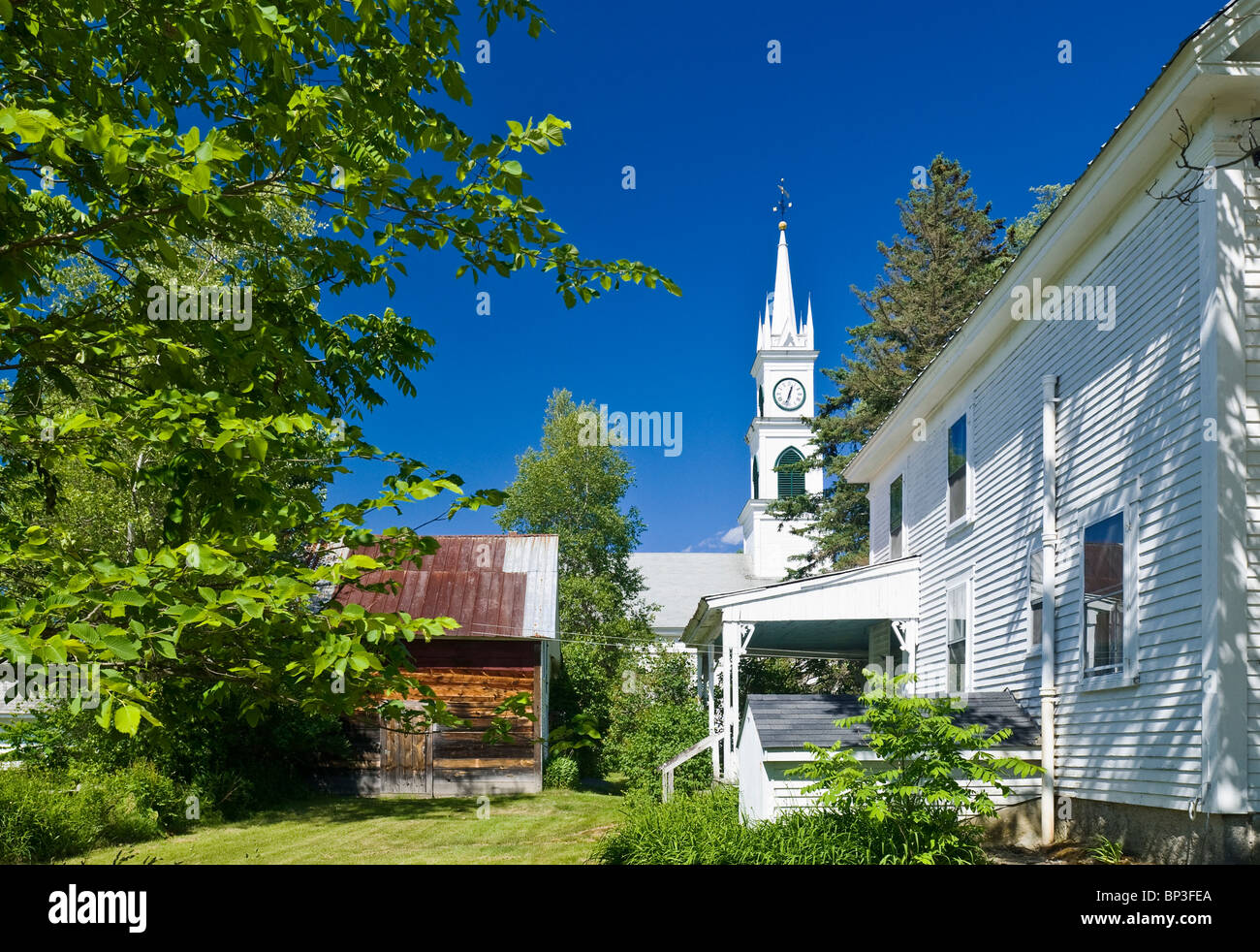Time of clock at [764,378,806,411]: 12:33
